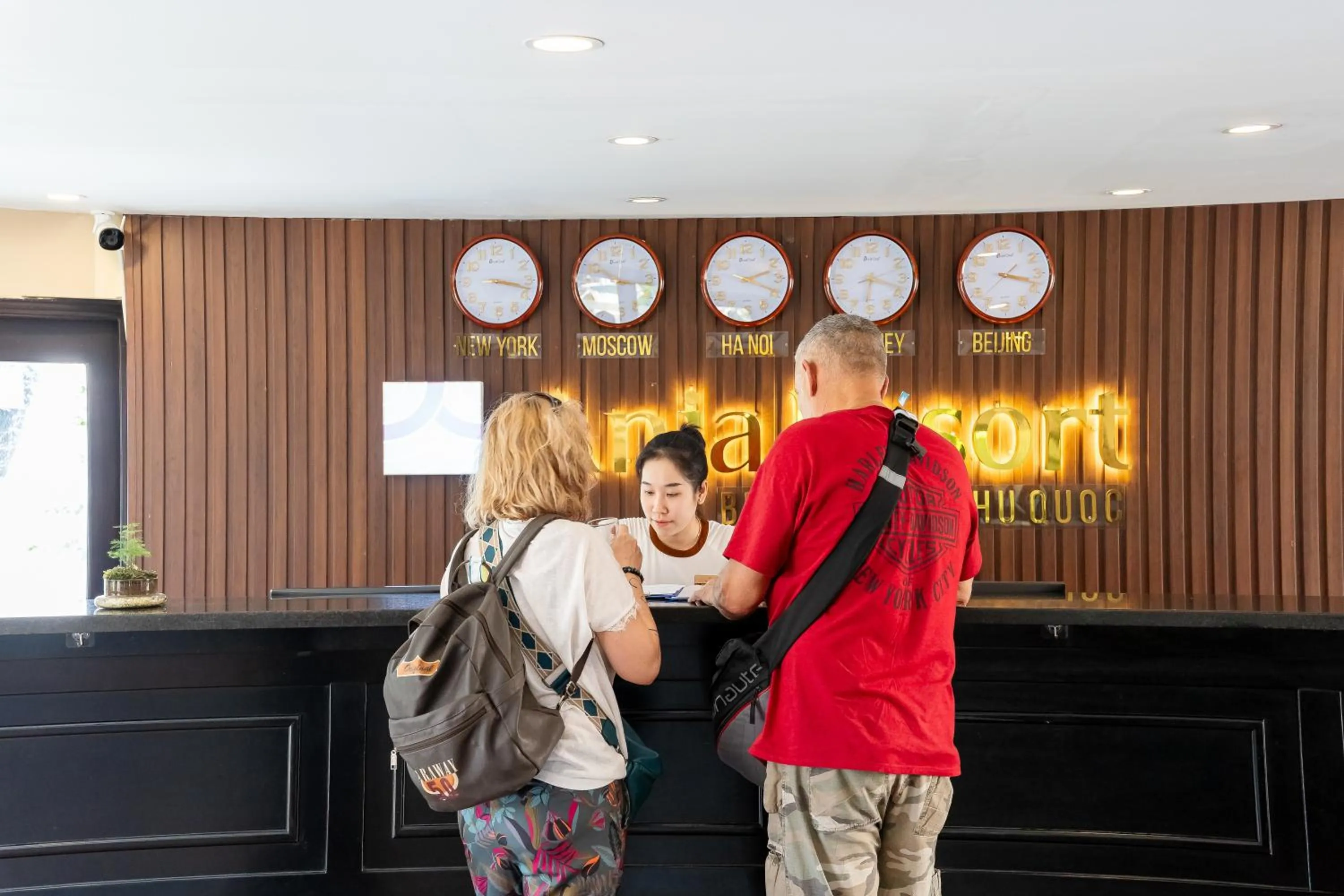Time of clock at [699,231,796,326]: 2:19
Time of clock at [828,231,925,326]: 6:18
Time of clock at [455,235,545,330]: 3:17
